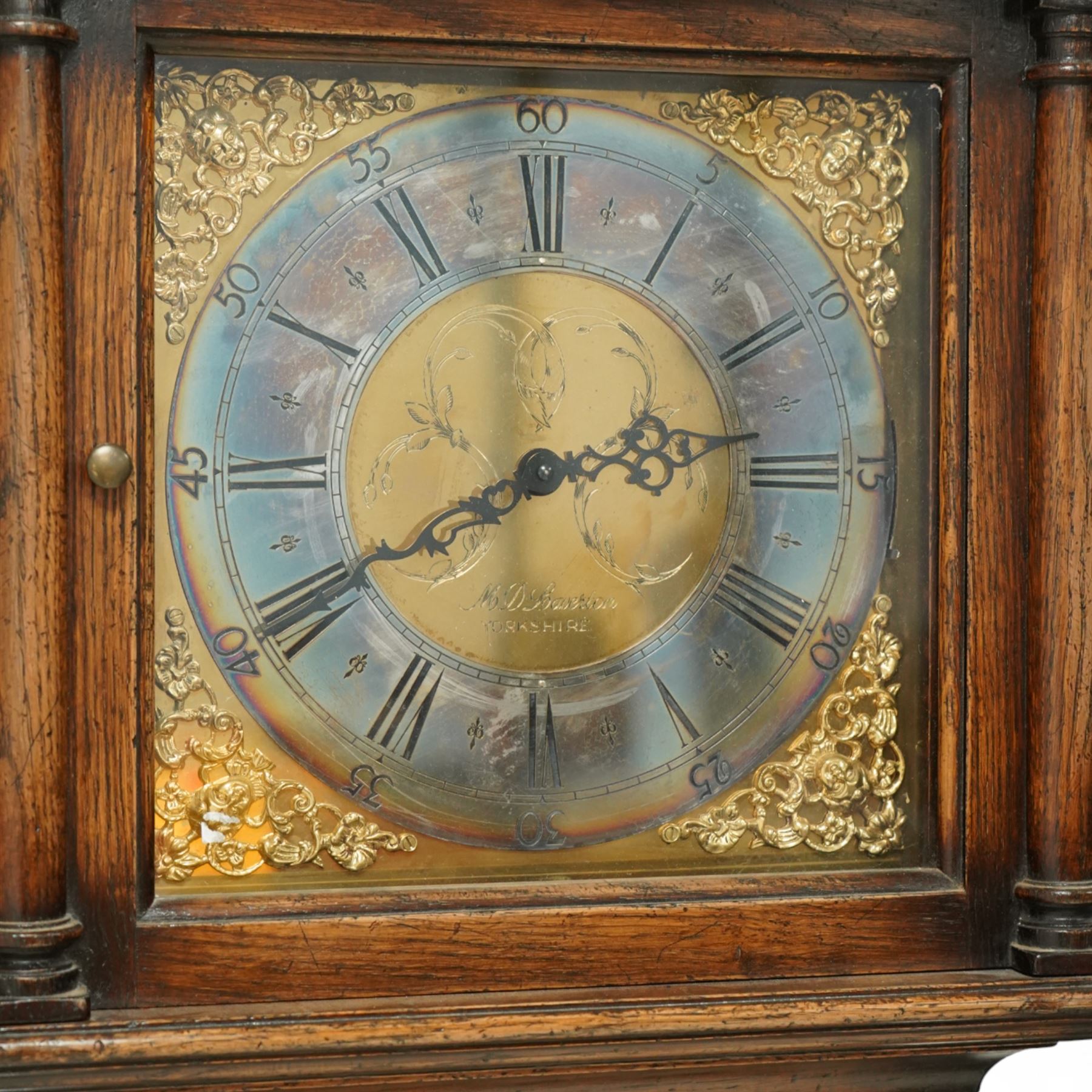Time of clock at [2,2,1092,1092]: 2:40
